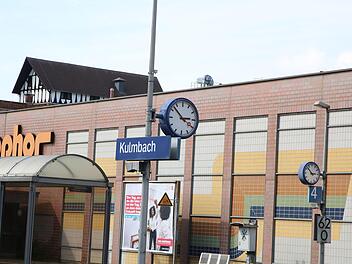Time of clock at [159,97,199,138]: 2:52
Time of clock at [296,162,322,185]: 2:52
